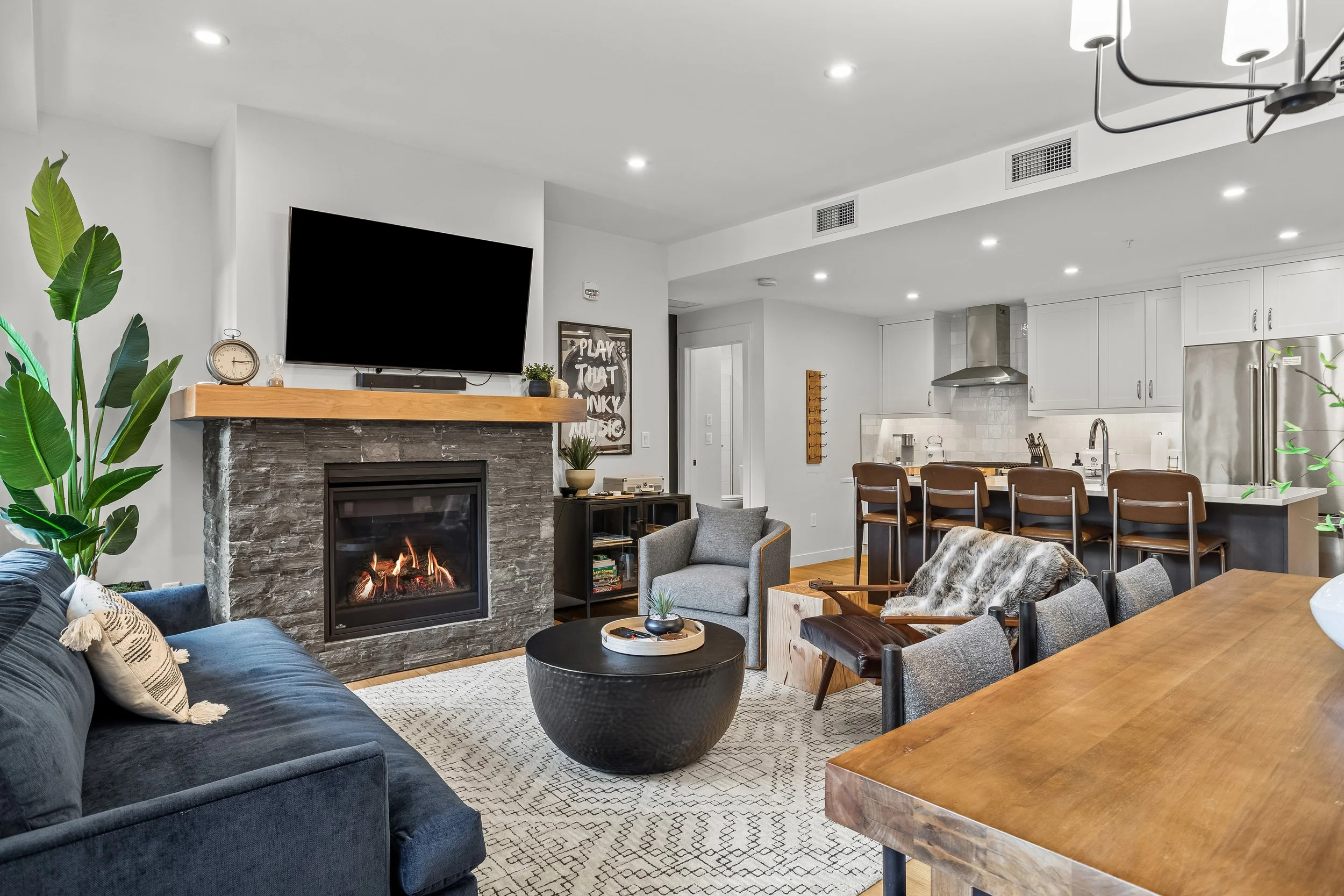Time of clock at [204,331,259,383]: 3:14
